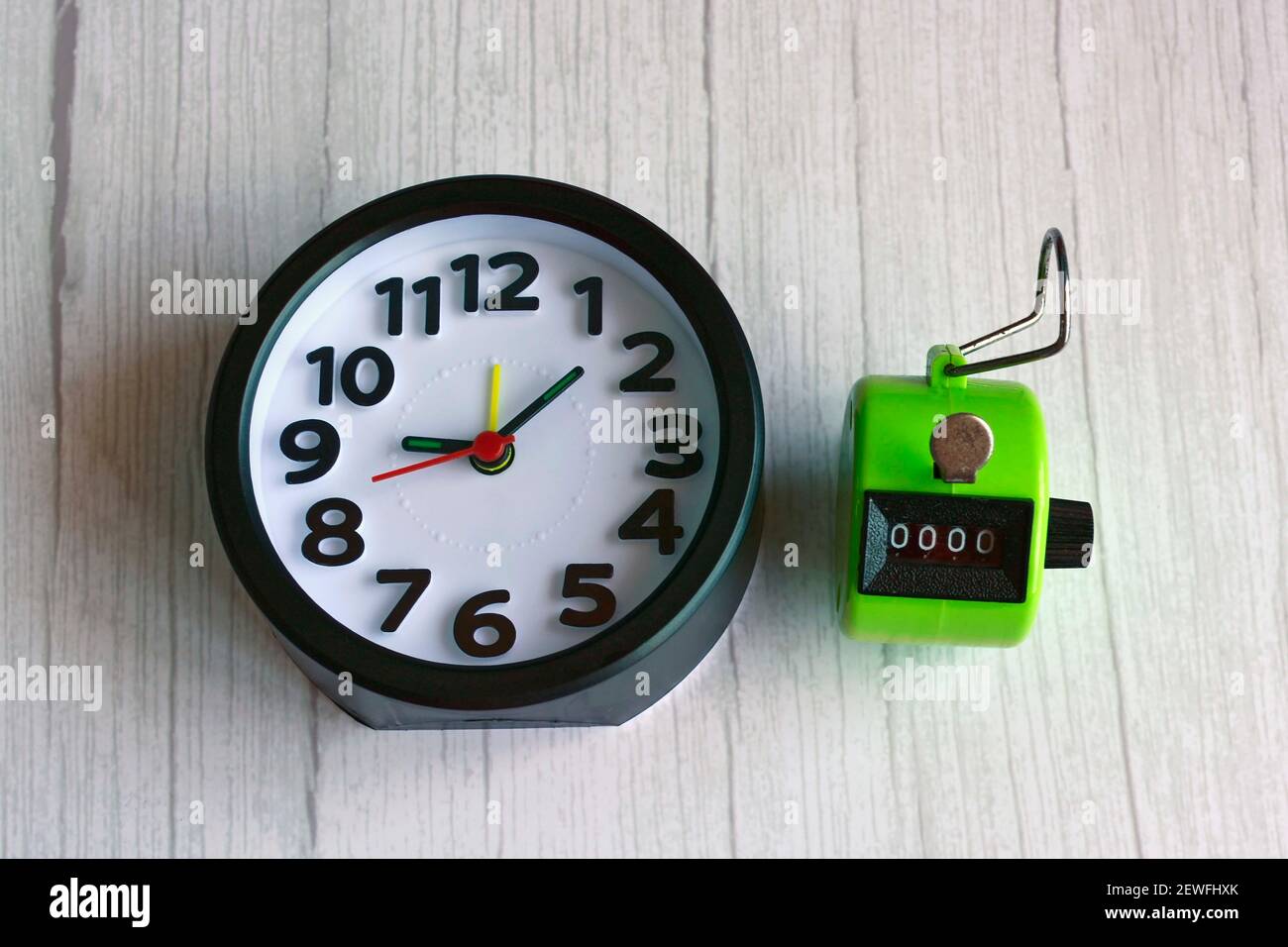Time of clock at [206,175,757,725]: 9:08
